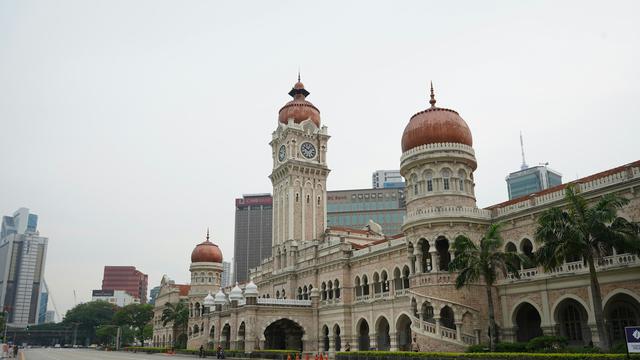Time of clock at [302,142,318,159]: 10:07
